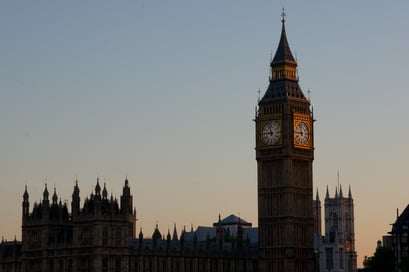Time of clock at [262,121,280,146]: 8:57
